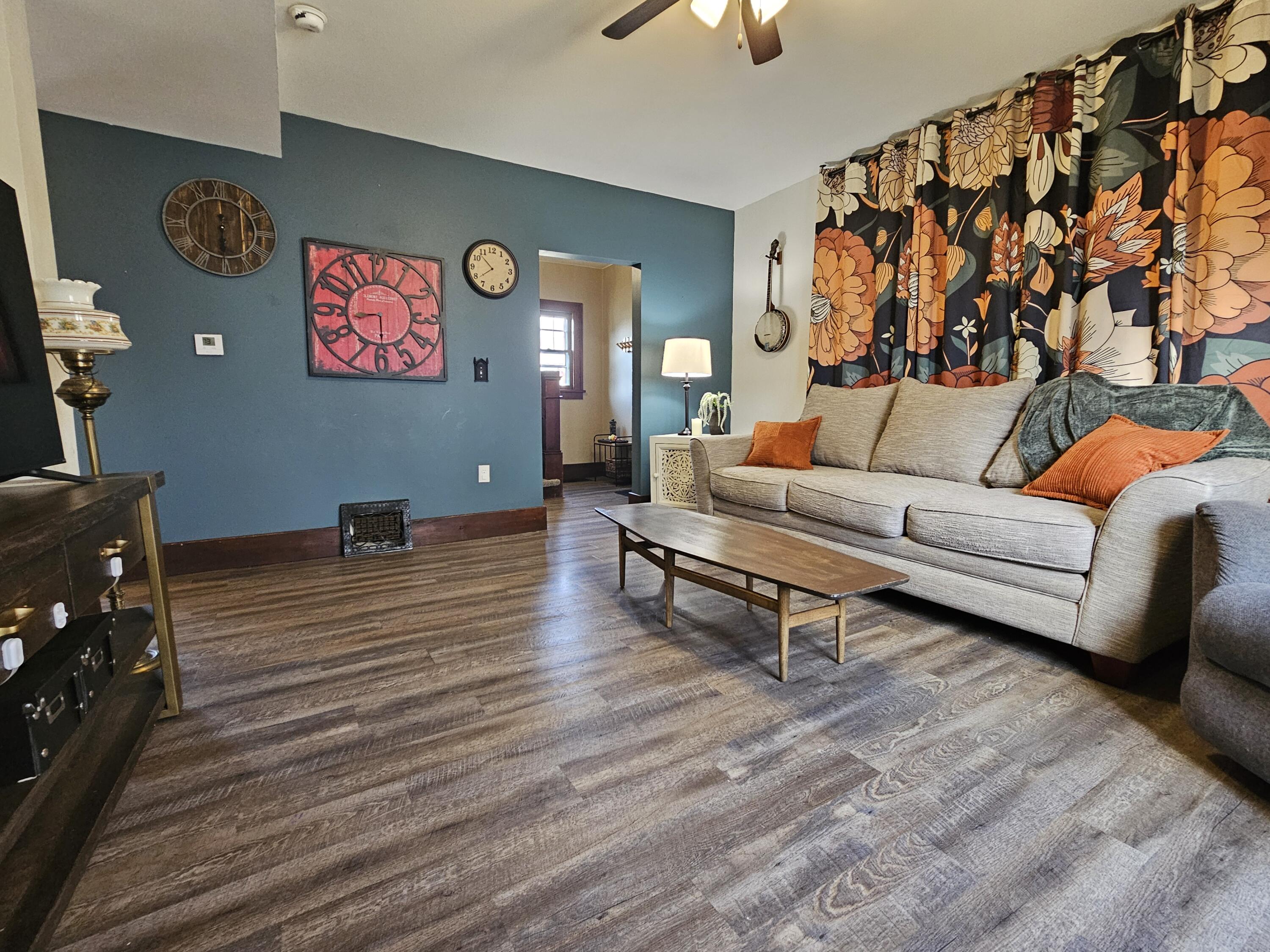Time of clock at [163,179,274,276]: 6:00
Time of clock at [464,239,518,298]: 7:52
